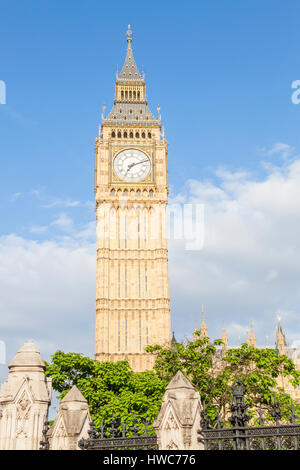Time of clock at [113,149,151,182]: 7:11
